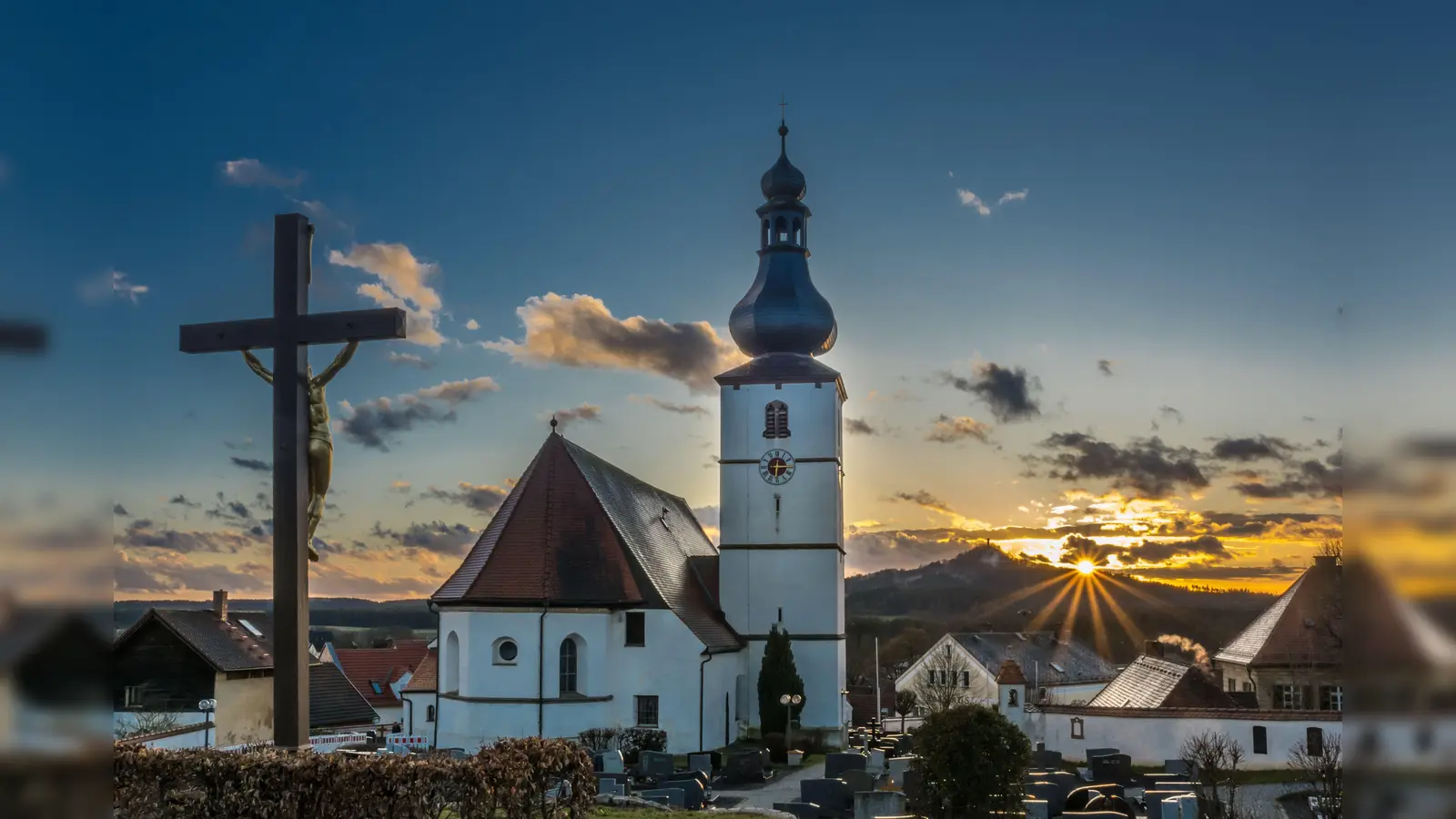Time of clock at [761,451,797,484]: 6:15
